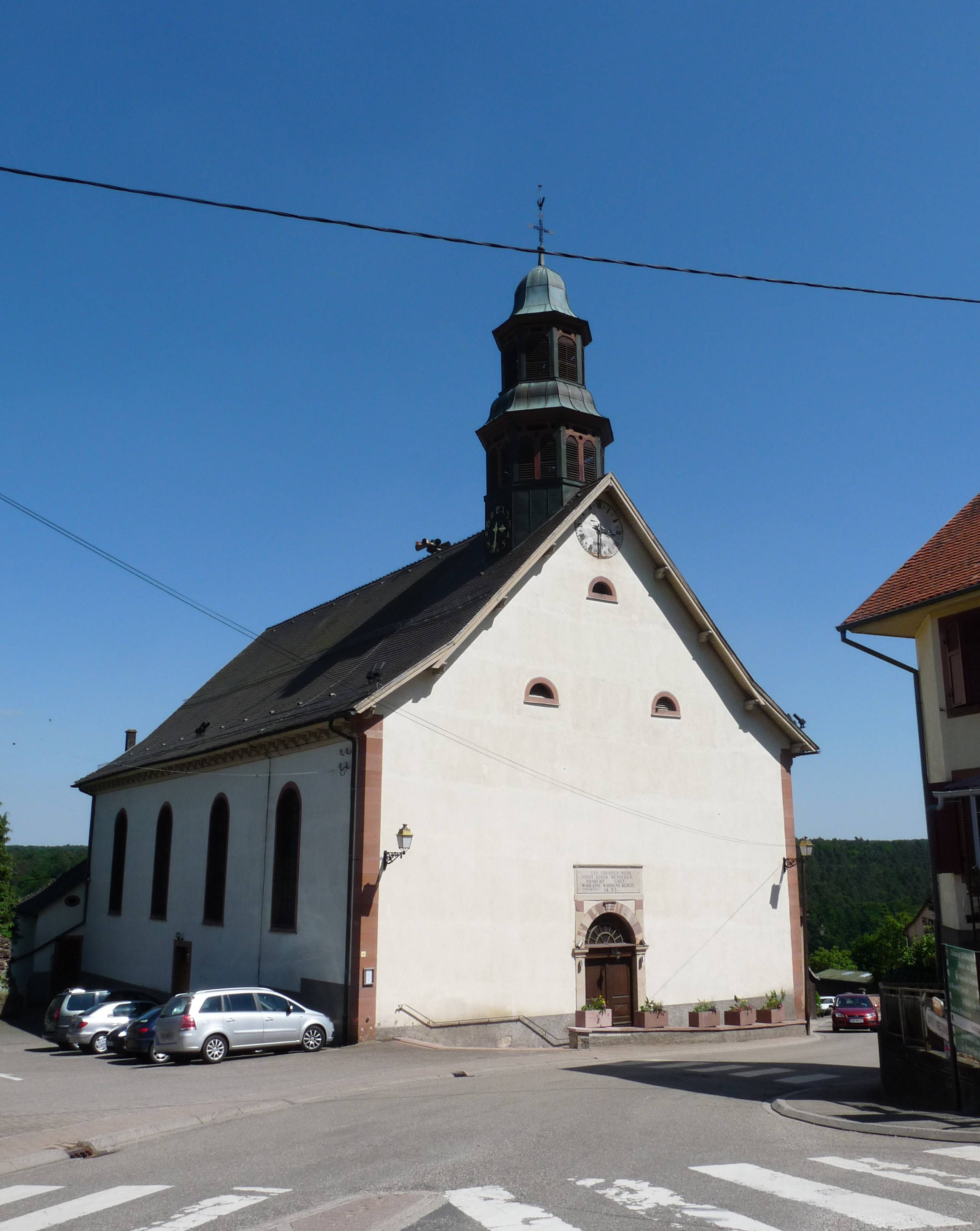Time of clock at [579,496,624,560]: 3:30
